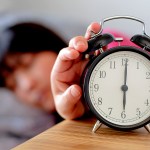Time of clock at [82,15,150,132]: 6:00
